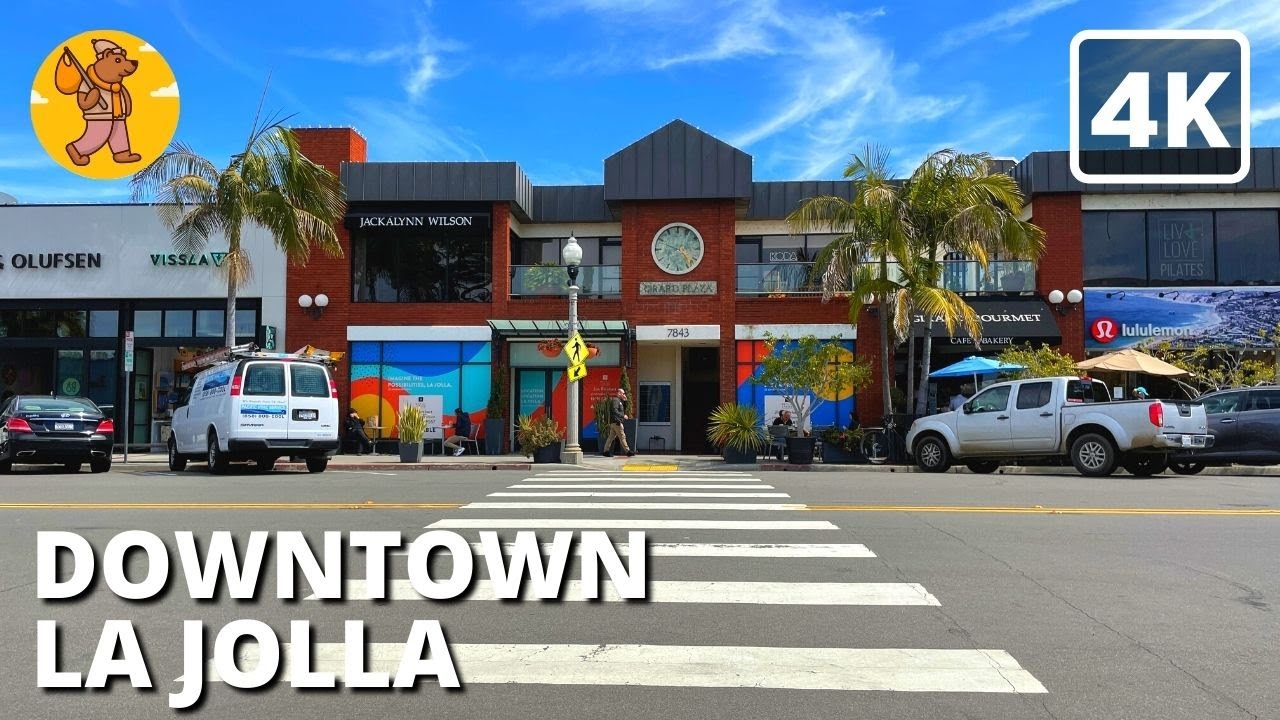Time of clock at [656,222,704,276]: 4:48
